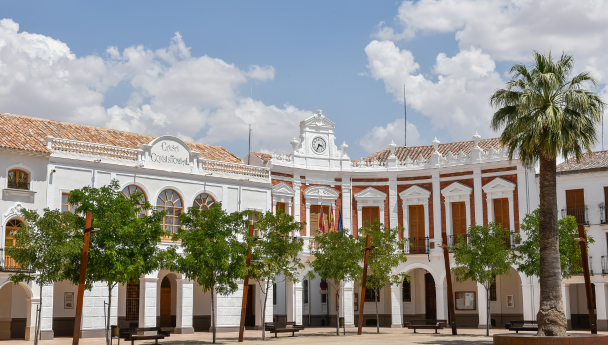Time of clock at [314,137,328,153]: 3:34
